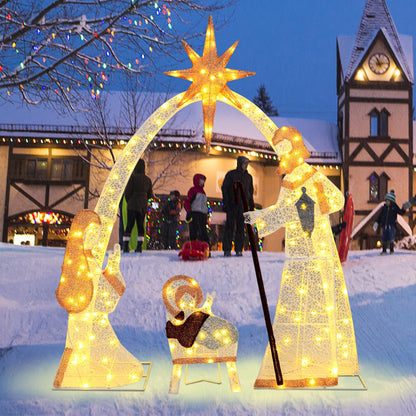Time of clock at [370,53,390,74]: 11:13
